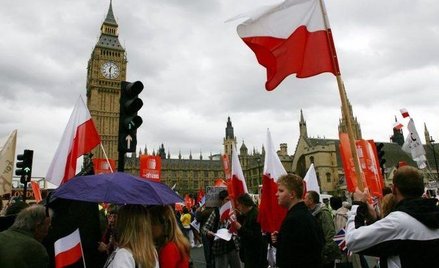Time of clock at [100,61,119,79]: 12:28
